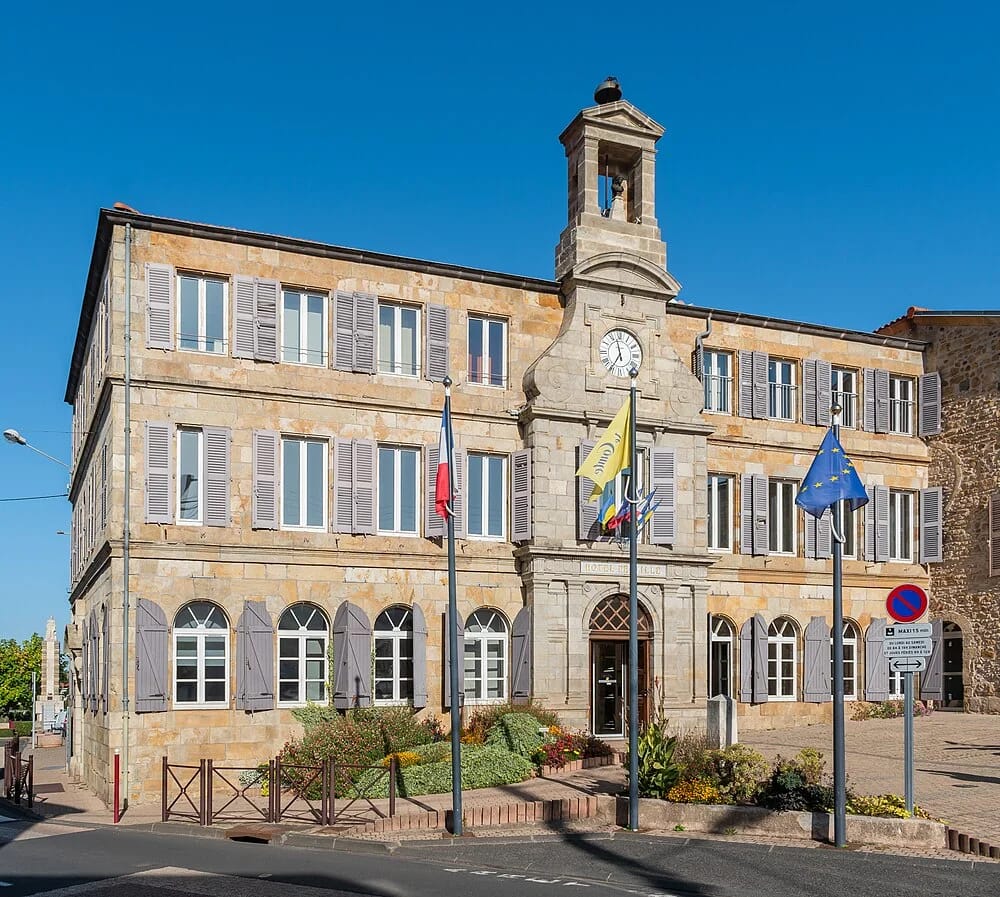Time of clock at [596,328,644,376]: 11:35
